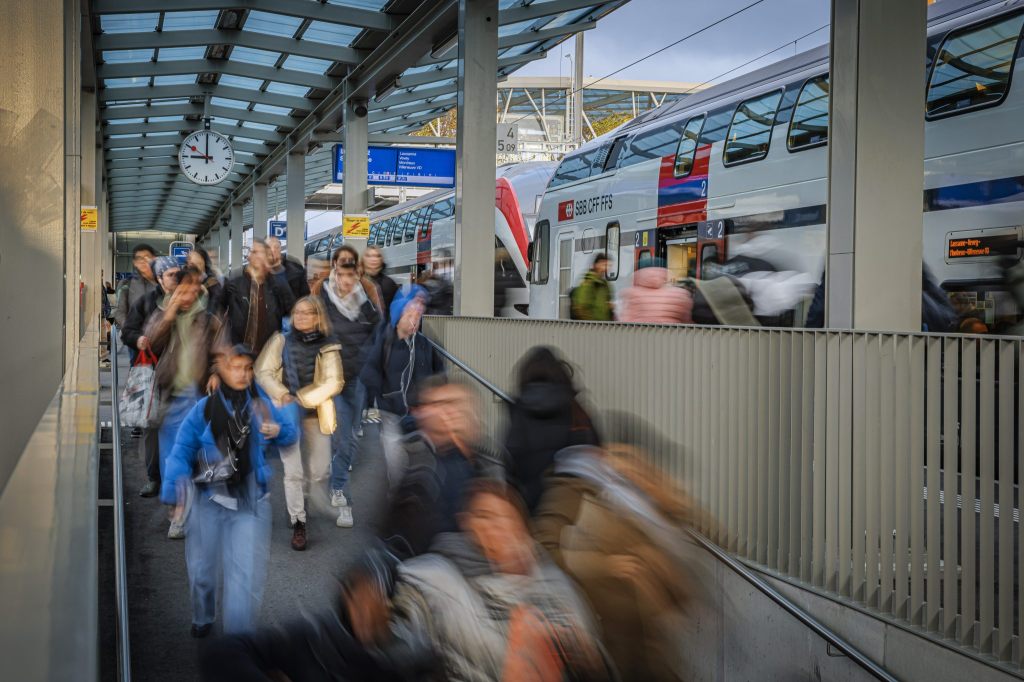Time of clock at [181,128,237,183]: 8:59
